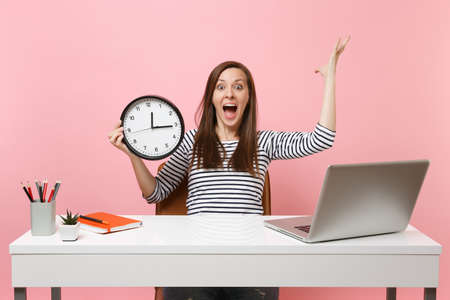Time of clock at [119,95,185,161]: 12:15
